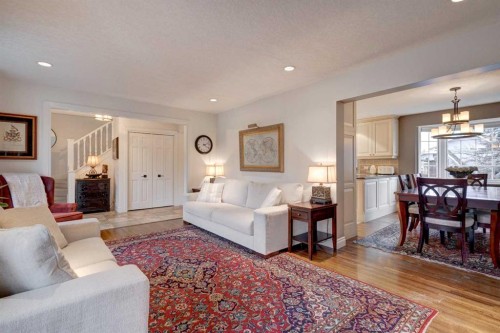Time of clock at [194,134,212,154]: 4:12
